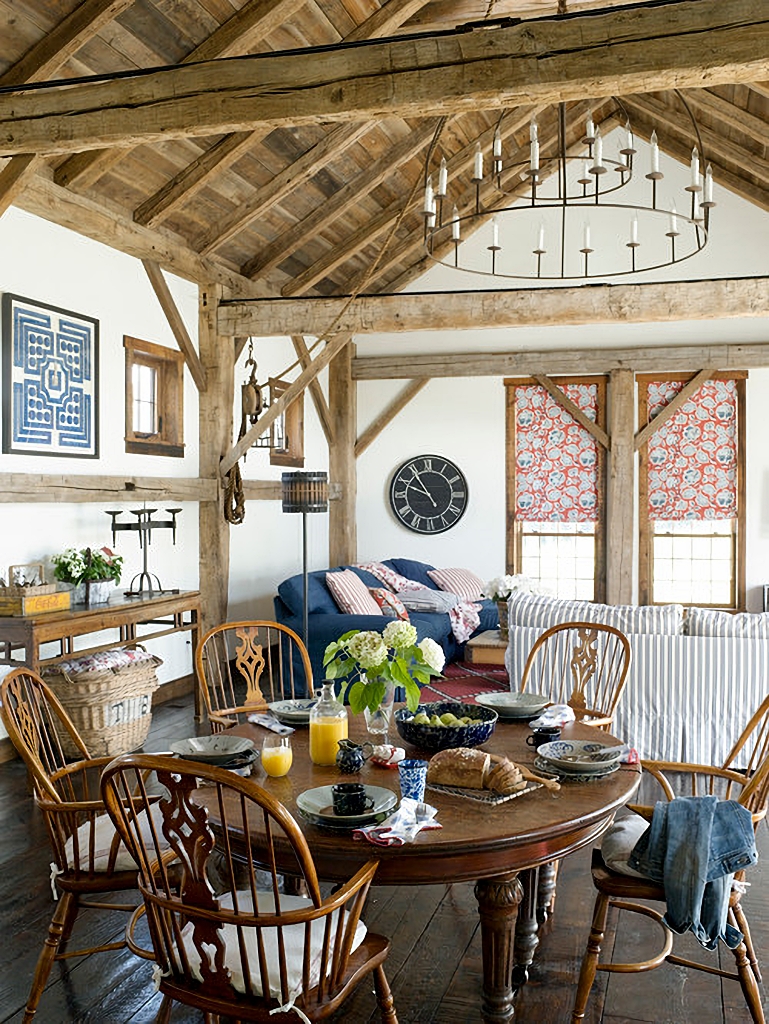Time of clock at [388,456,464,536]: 9:54
